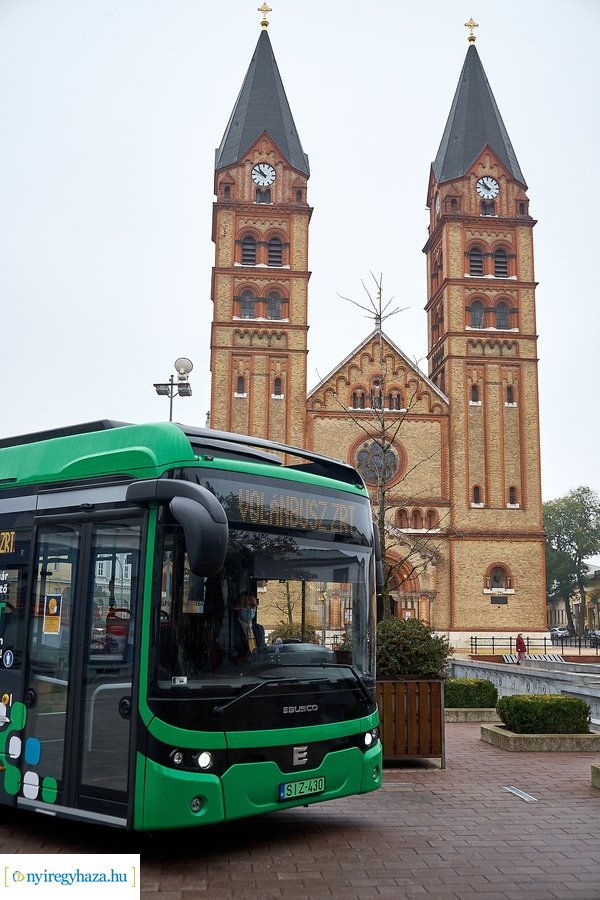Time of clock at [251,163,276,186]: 10:50
